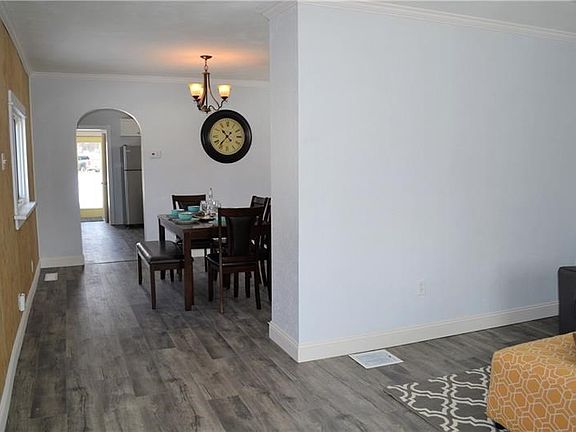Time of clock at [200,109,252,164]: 10:36
